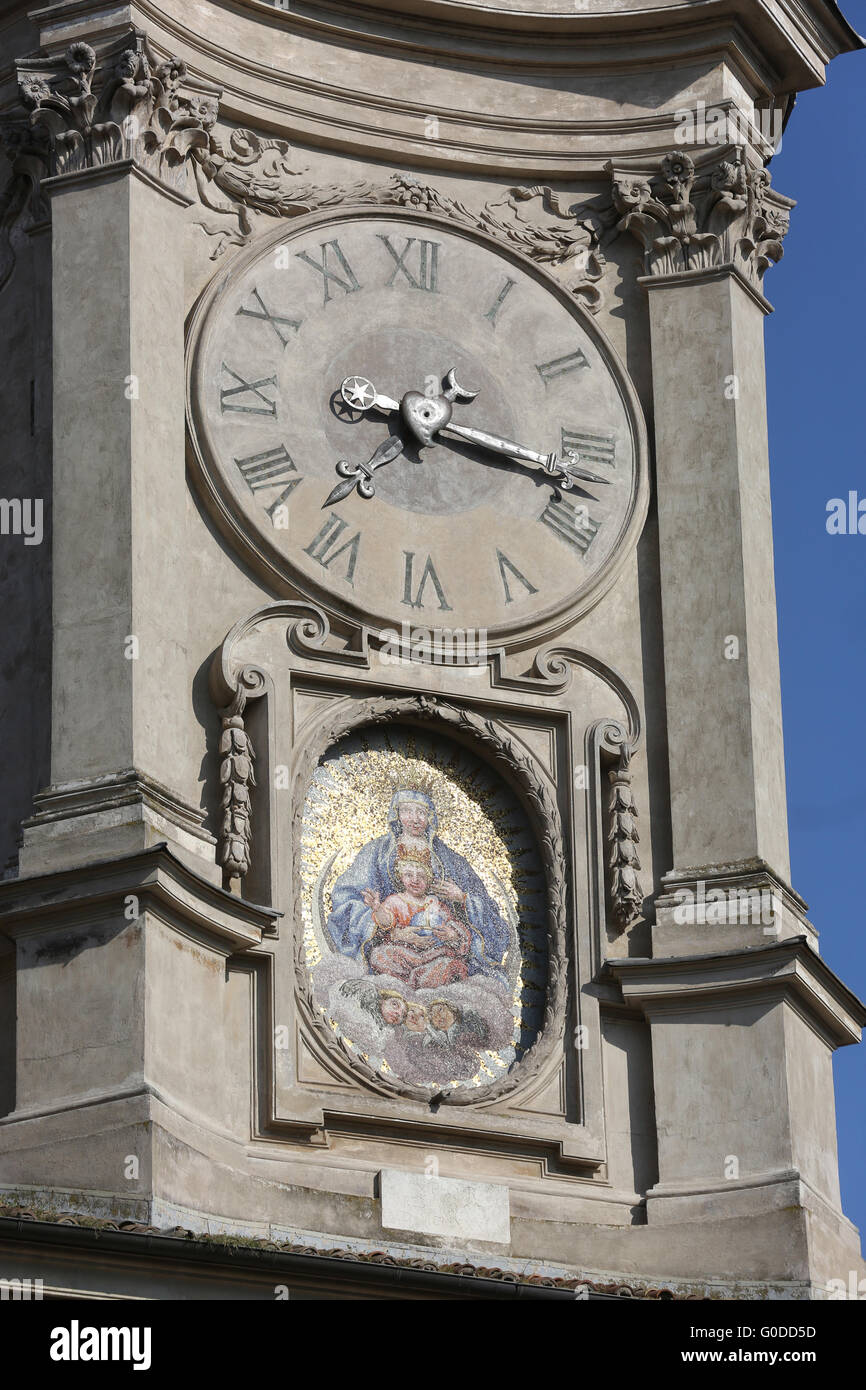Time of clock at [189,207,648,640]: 3:17
